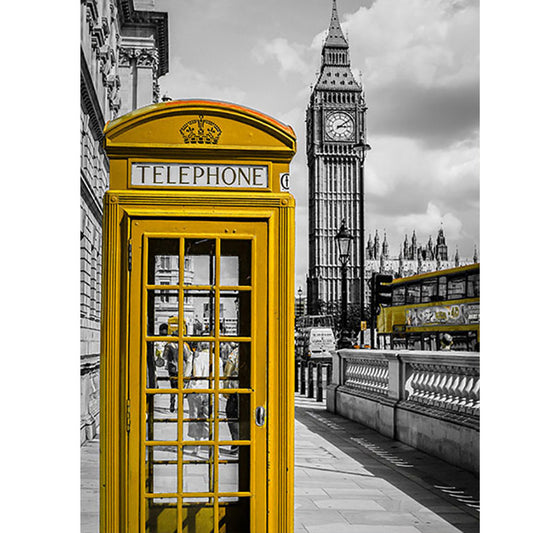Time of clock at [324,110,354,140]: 3:09
